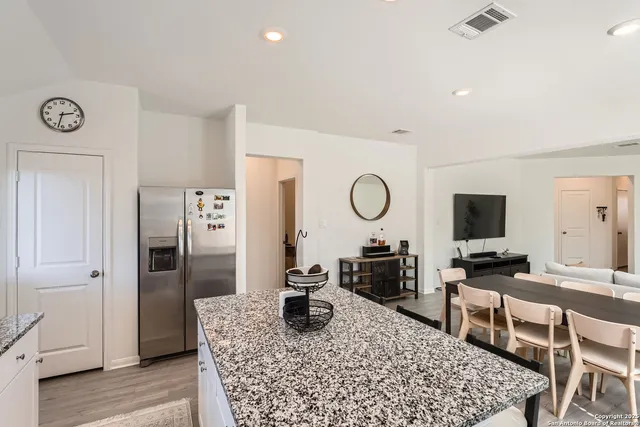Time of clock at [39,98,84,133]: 2:32
